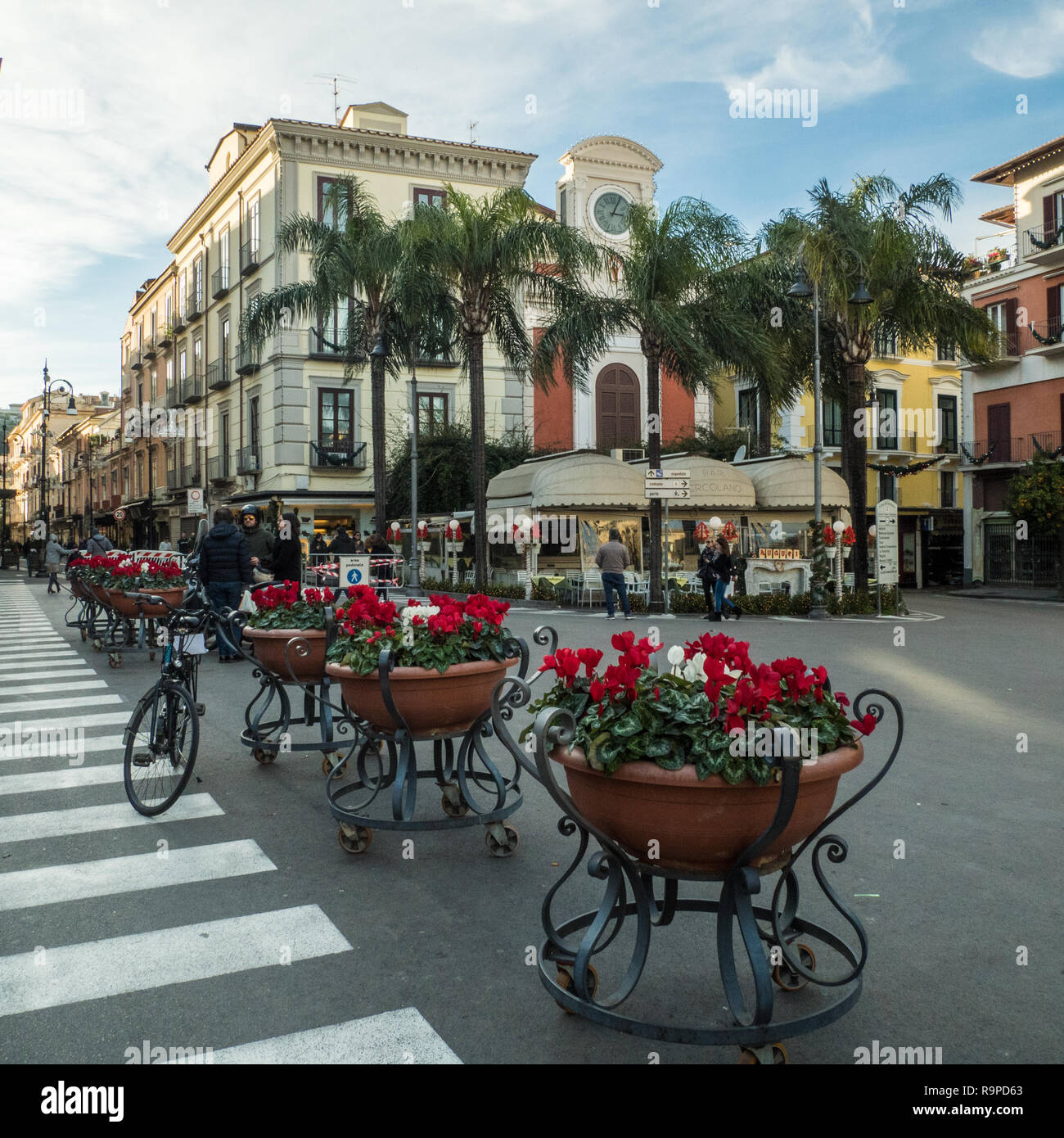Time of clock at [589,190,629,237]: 3:04
